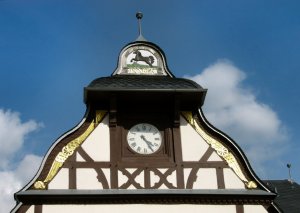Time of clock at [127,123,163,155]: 4:24
